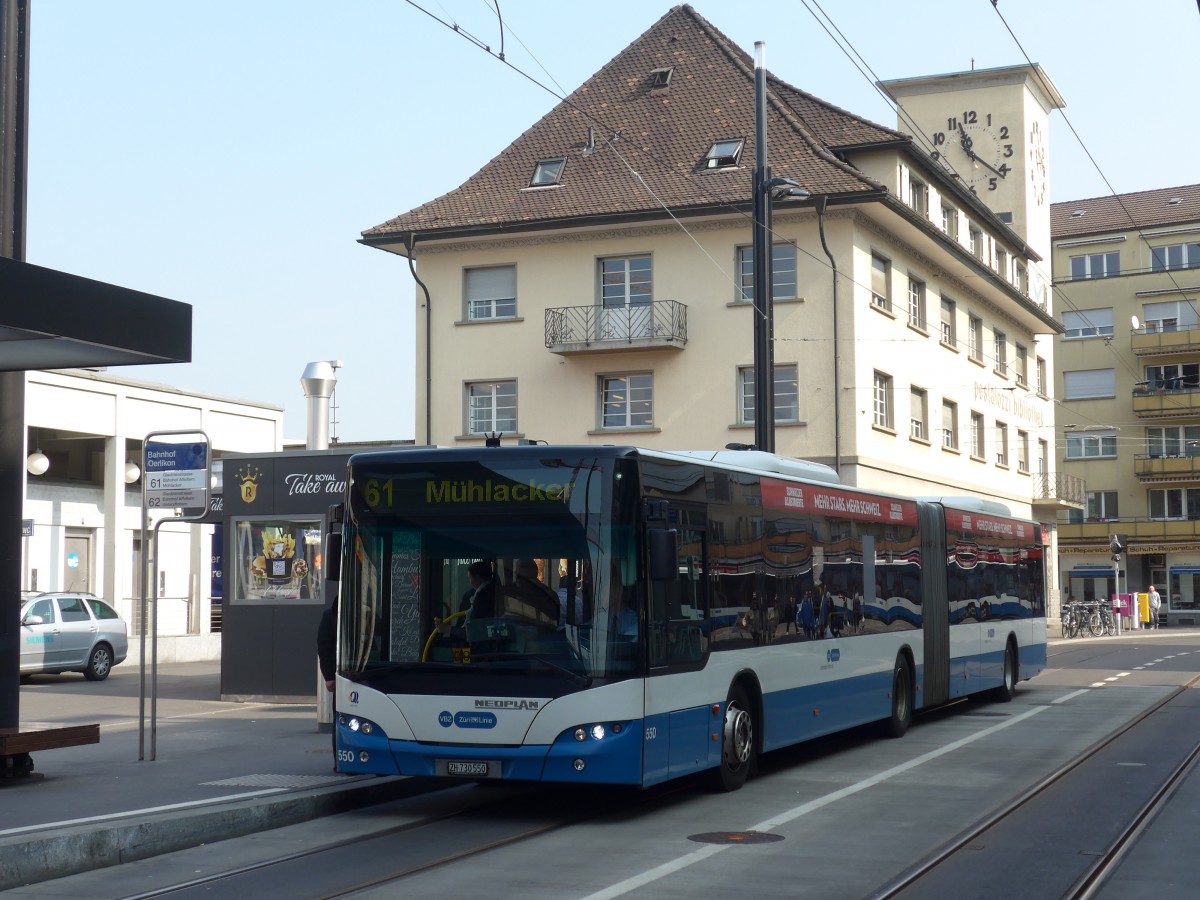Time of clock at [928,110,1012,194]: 11:21
